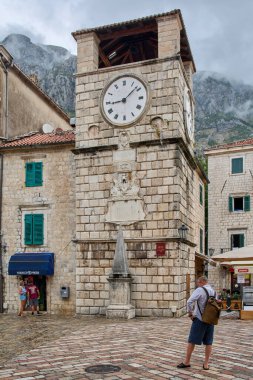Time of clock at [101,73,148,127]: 1:44
